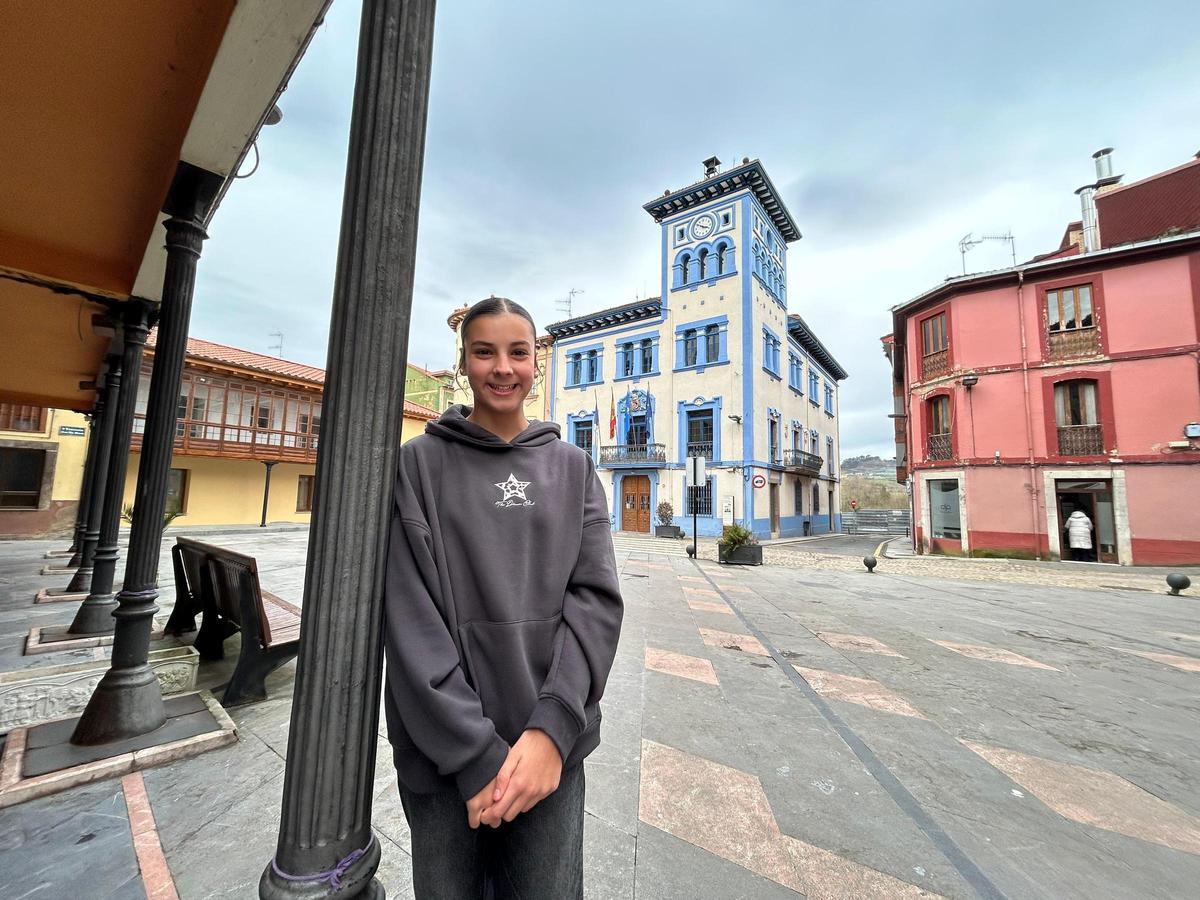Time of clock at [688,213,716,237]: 3:51
